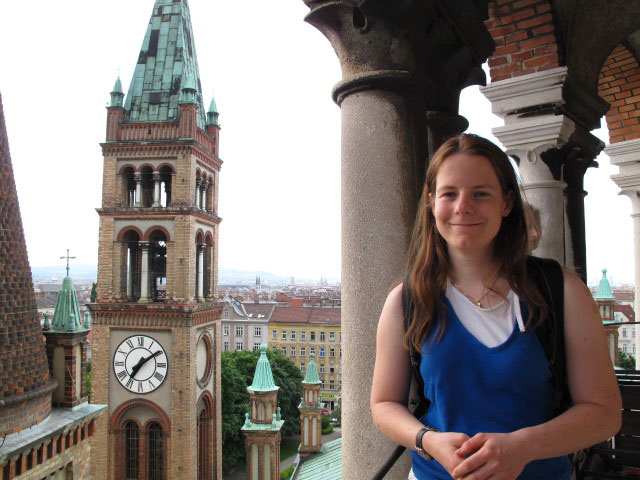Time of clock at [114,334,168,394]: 7:09
